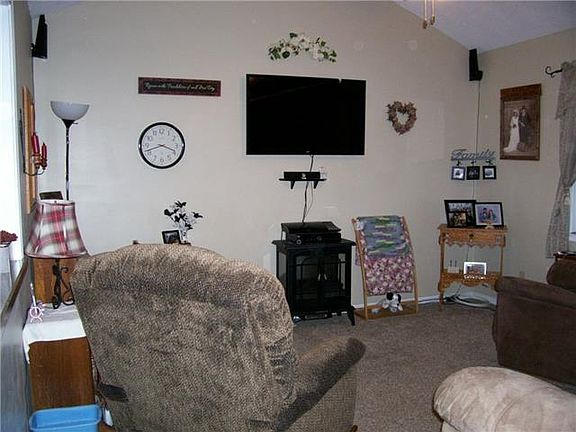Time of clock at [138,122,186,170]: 3:42
